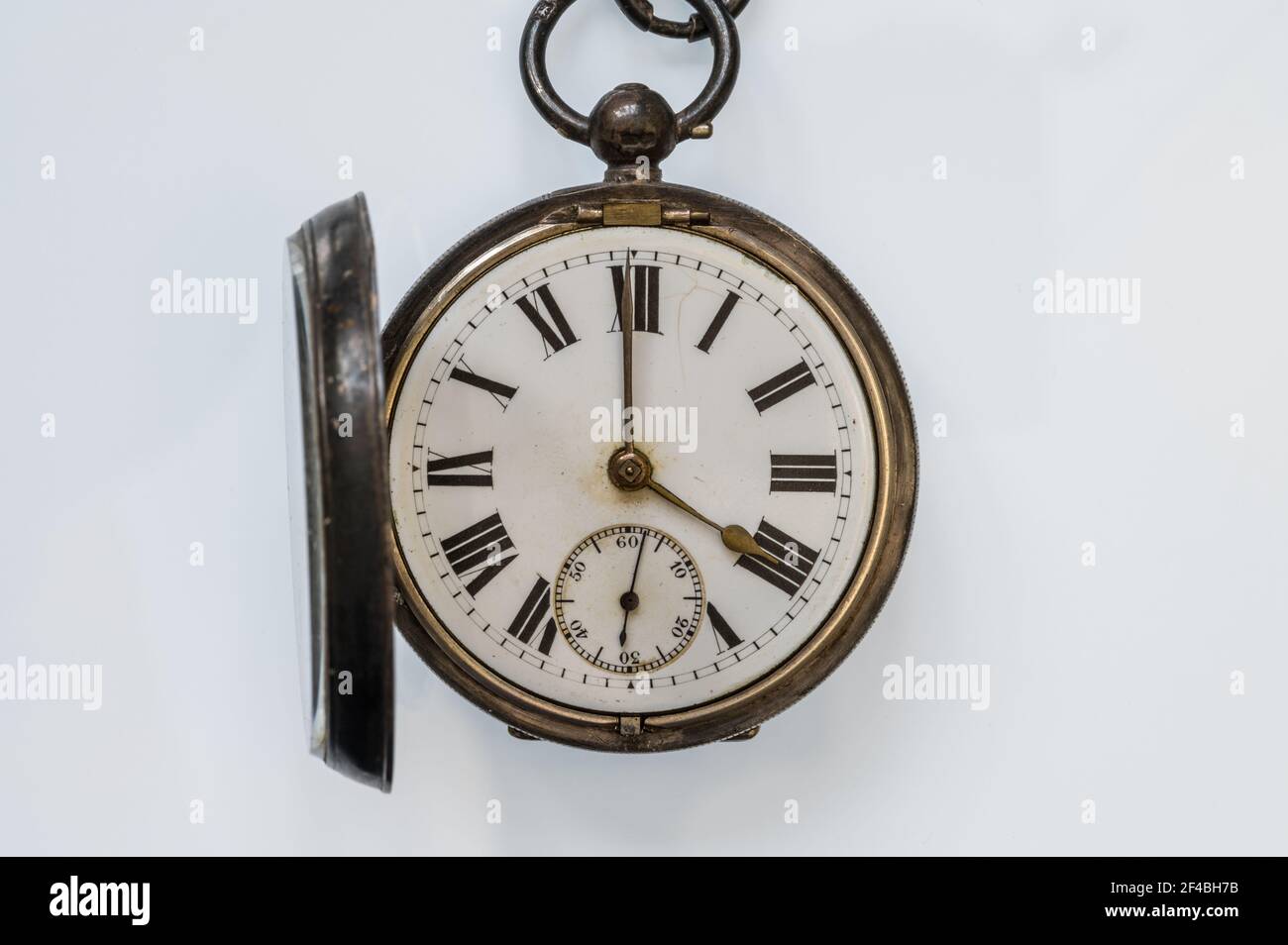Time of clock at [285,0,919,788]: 3:59
